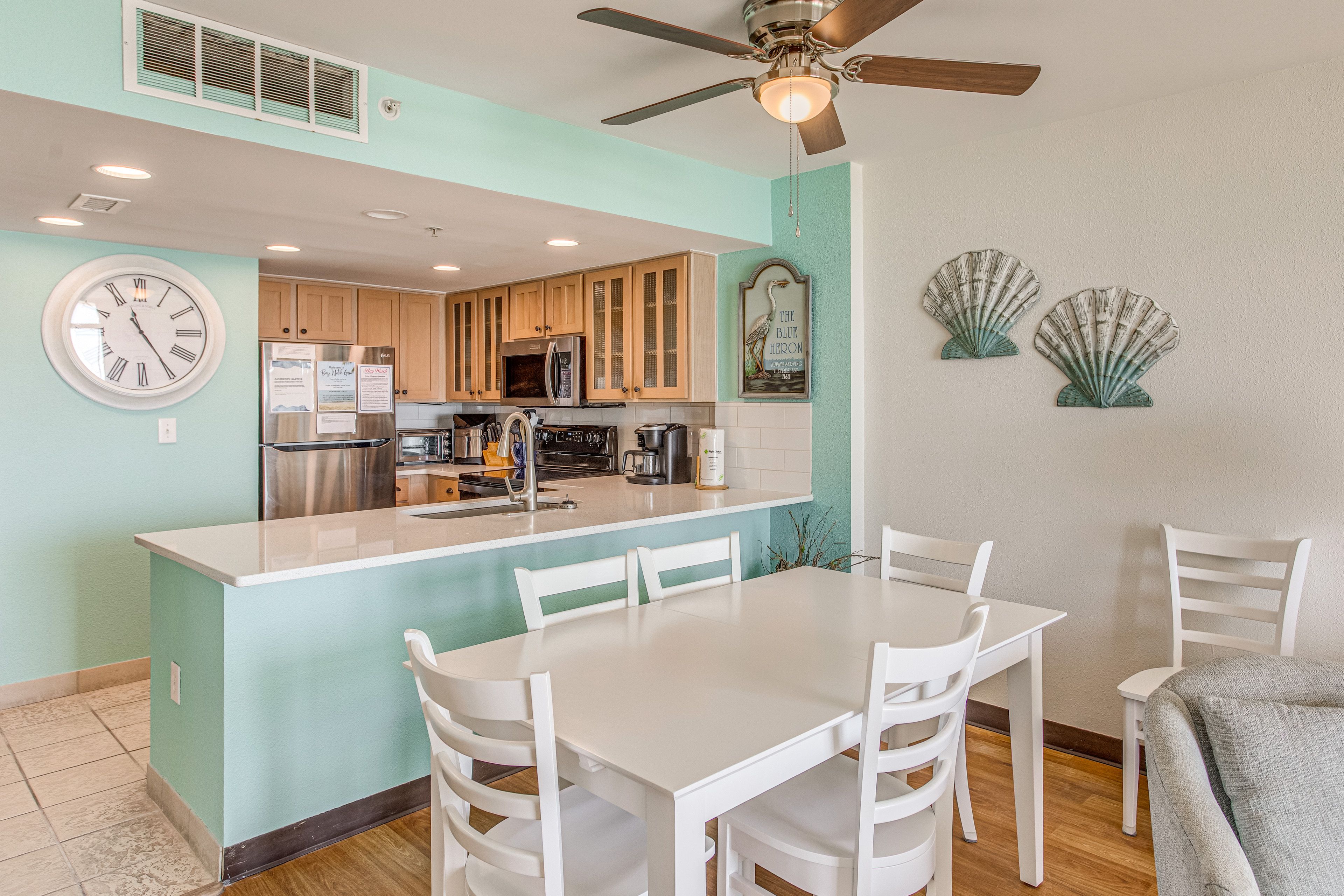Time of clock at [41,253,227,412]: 11:24
